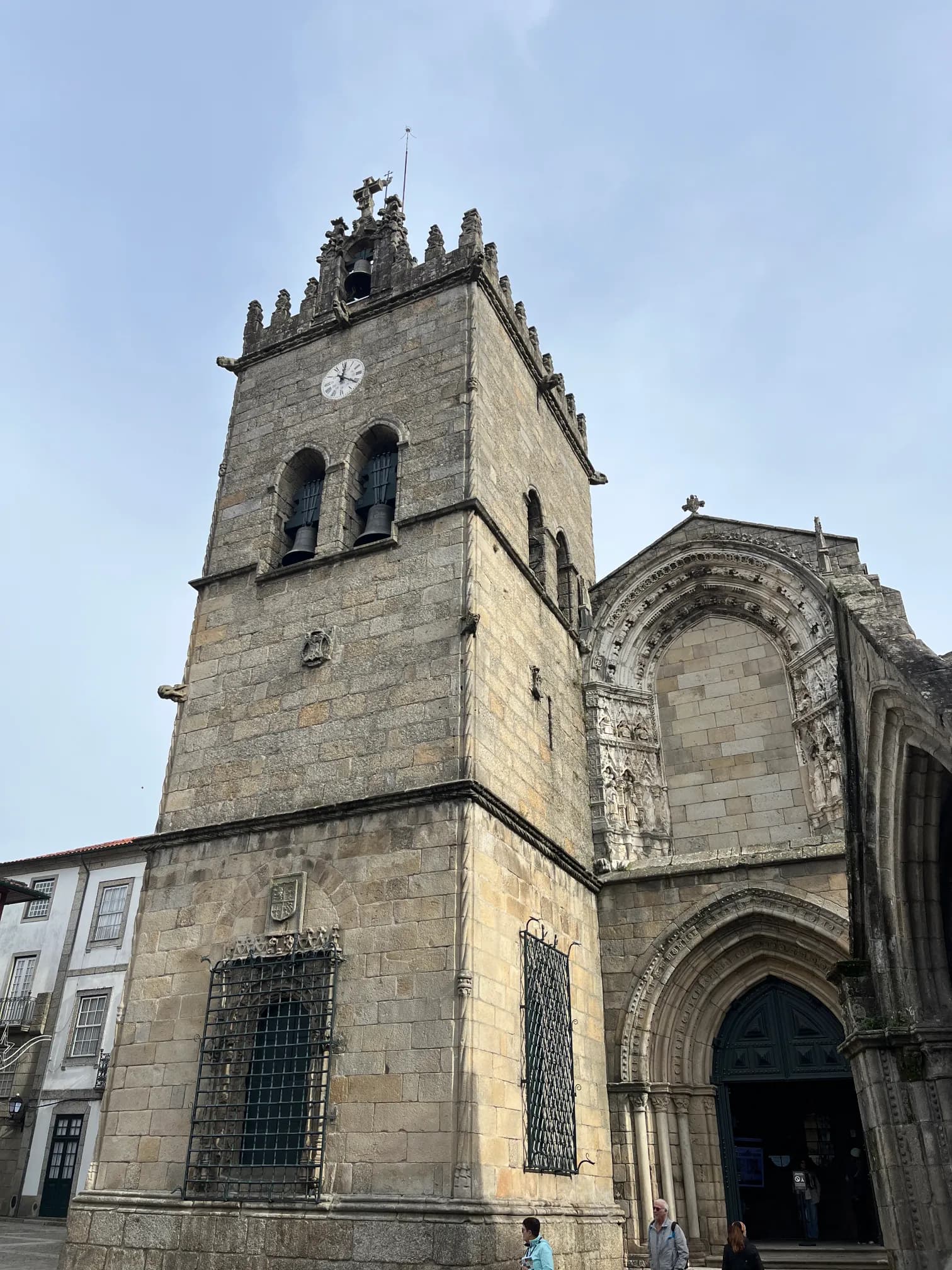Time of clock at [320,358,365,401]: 12:20
